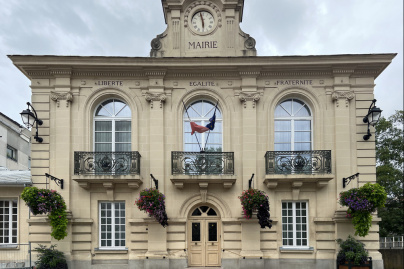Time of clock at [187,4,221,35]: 5:57
